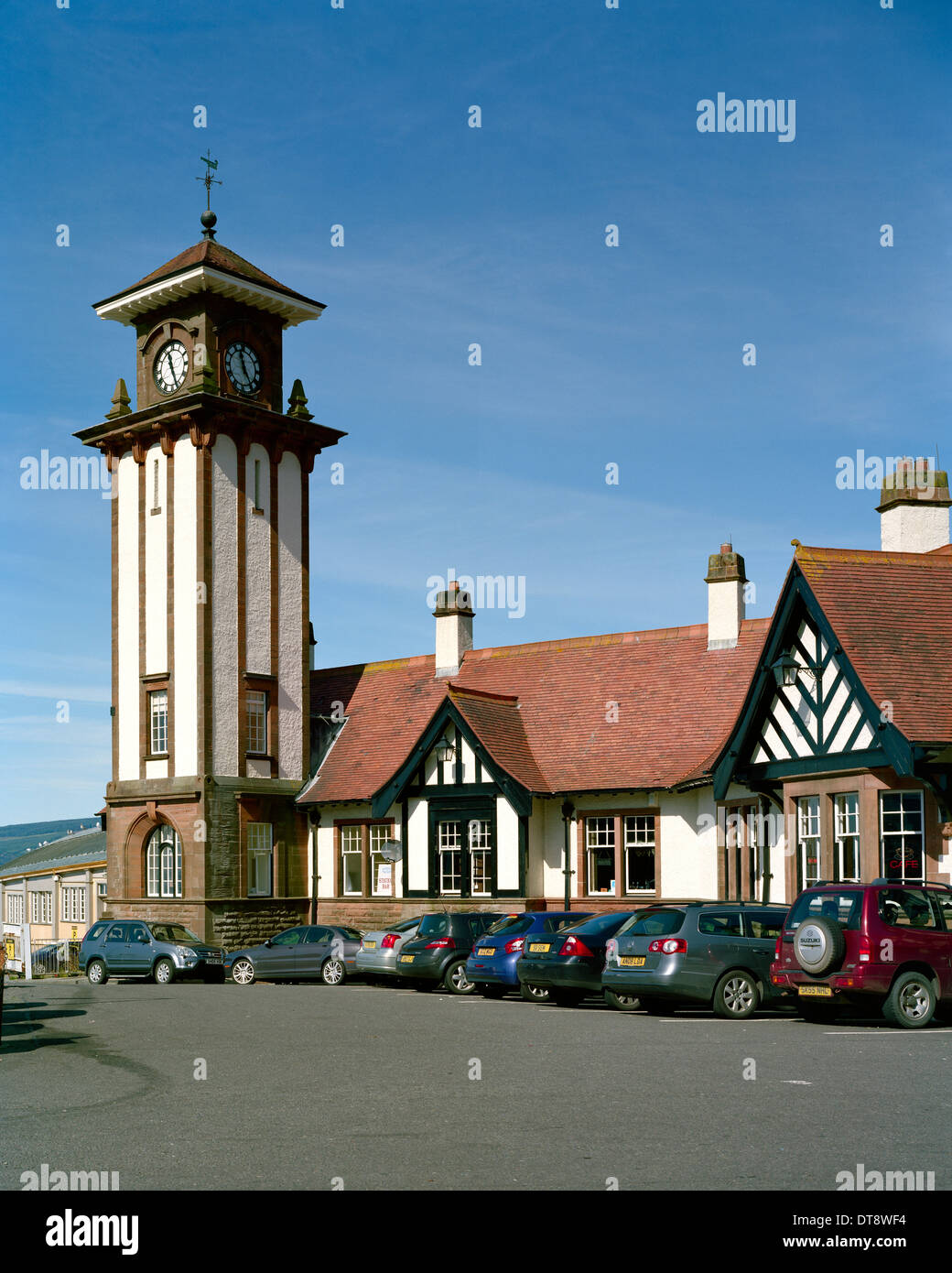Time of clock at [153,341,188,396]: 11:26
